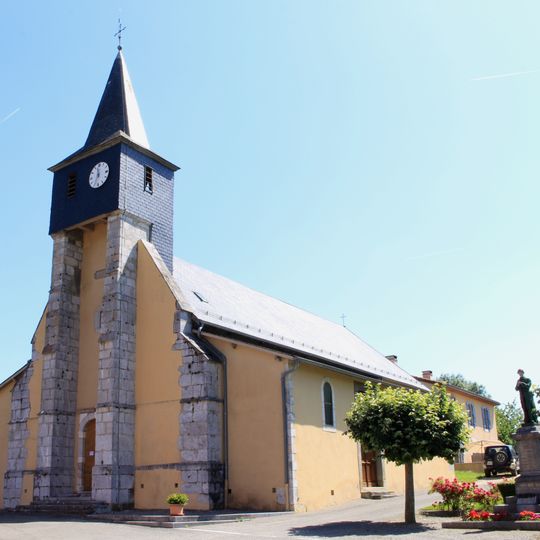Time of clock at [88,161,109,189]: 11:34
